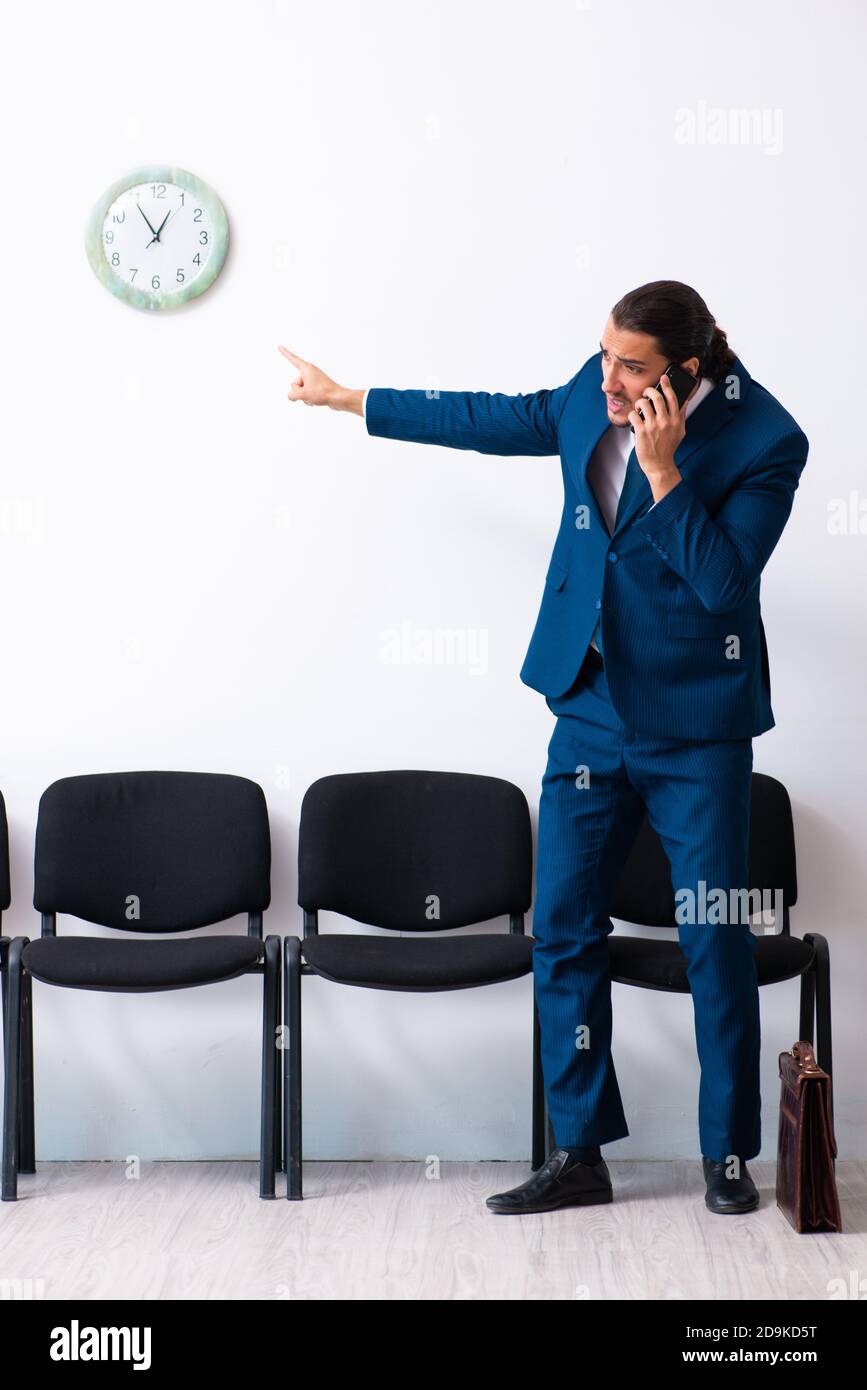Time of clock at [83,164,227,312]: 12:54
